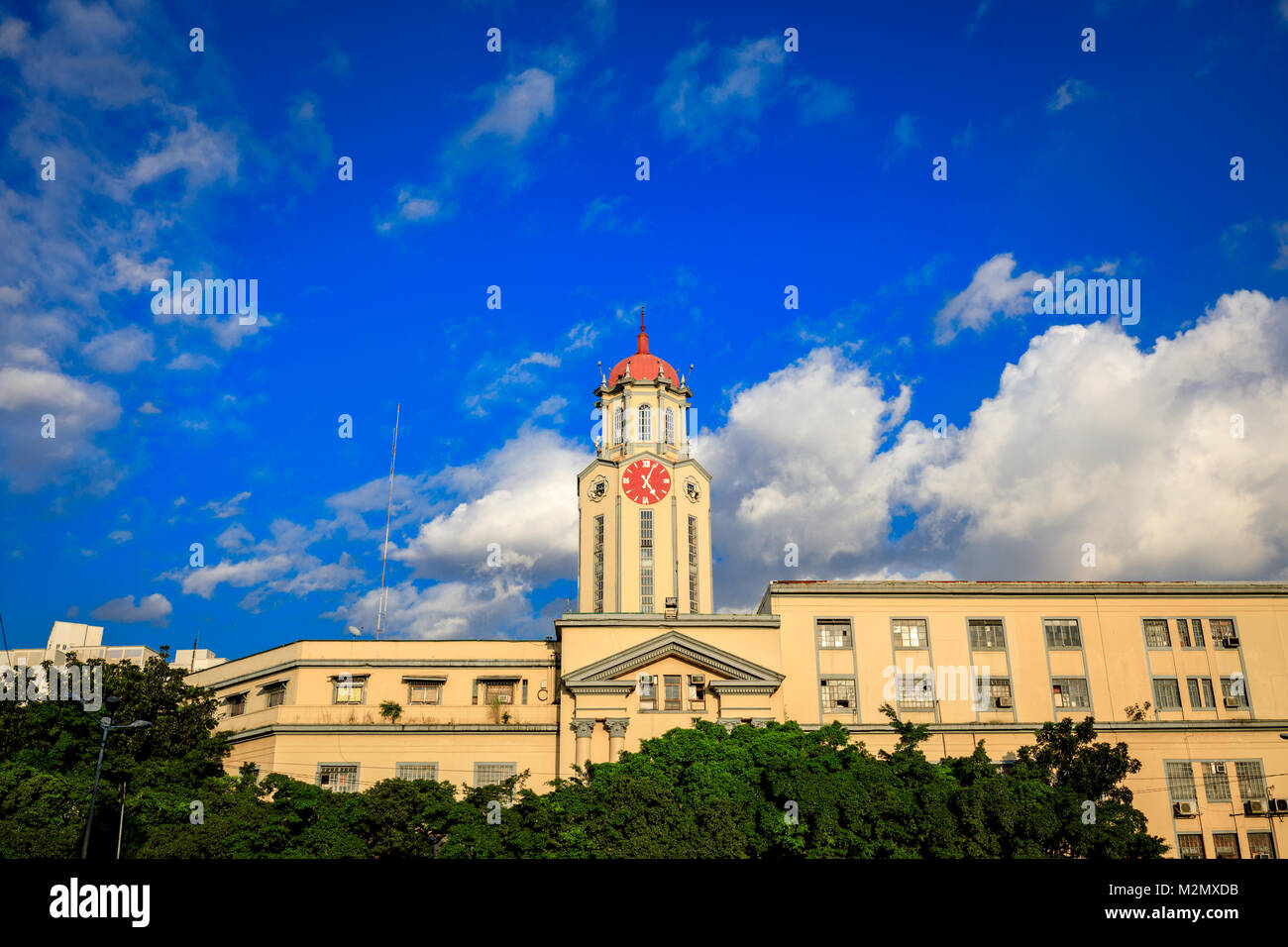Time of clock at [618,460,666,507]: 5:04
